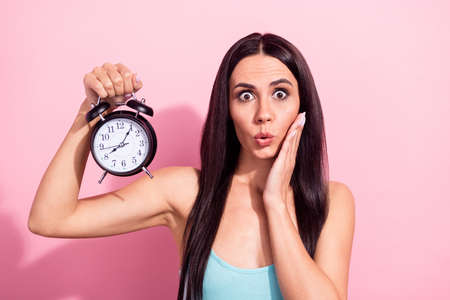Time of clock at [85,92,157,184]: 8:05
